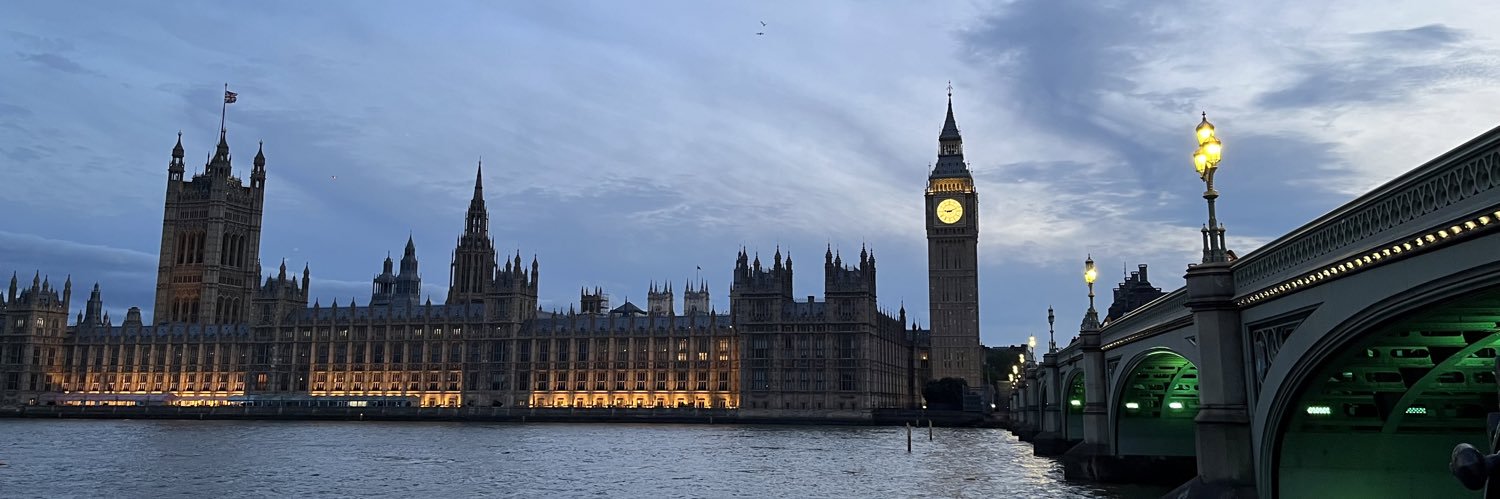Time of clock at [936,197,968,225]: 9:11
